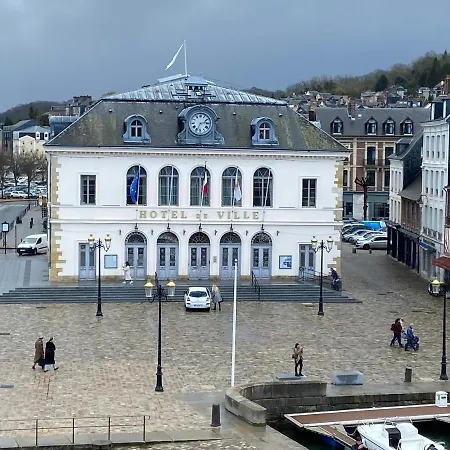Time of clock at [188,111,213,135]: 2:33
